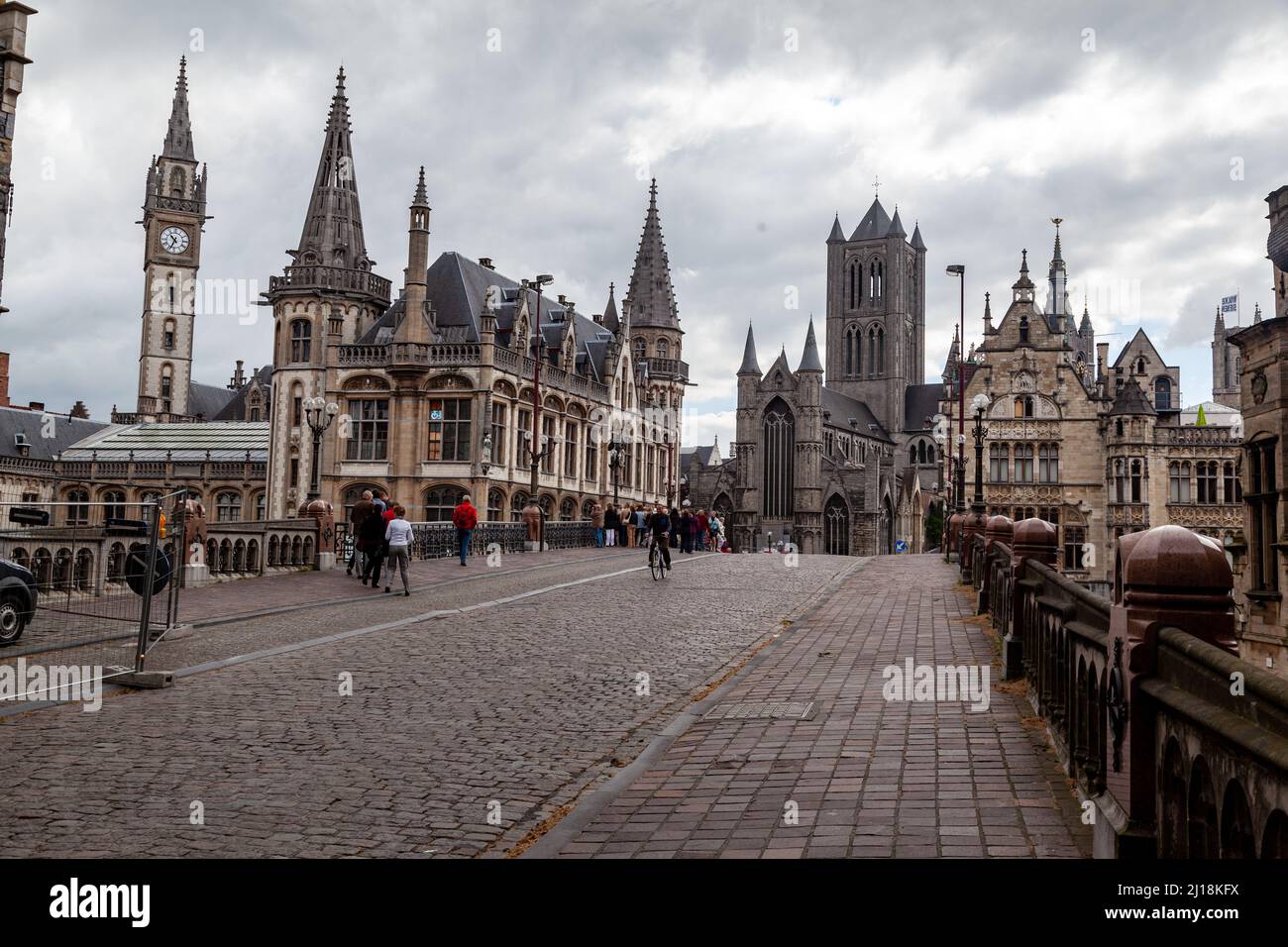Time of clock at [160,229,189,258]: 10:34
